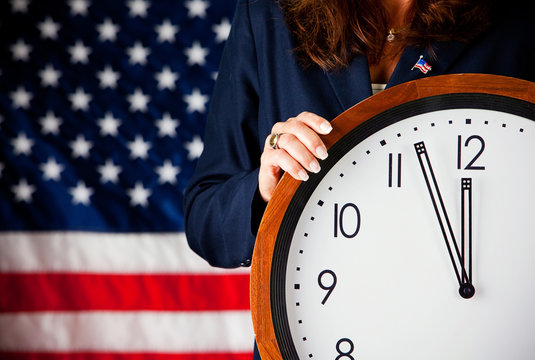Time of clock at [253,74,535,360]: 11:56
